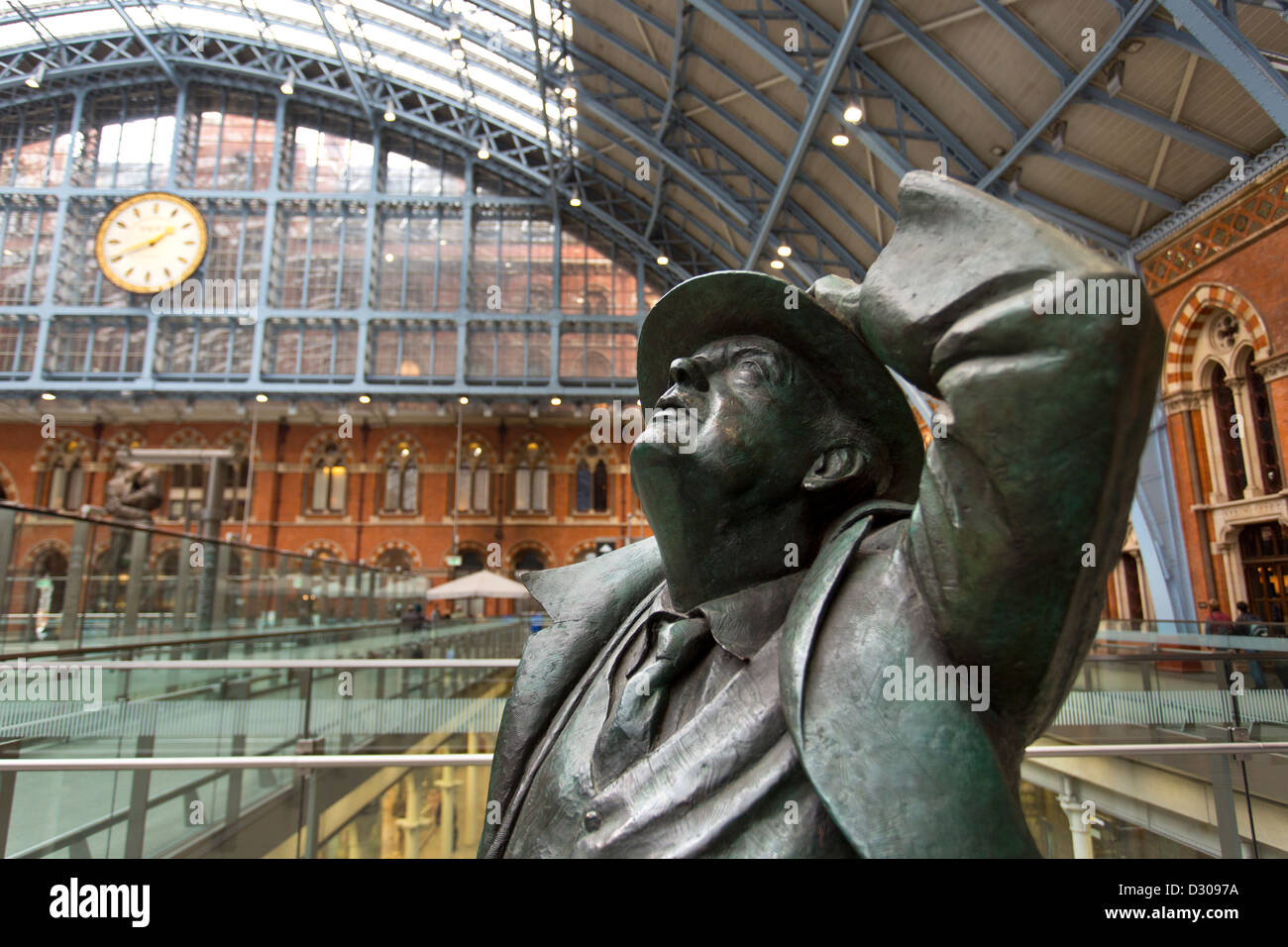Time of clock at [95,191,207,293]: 1:41
